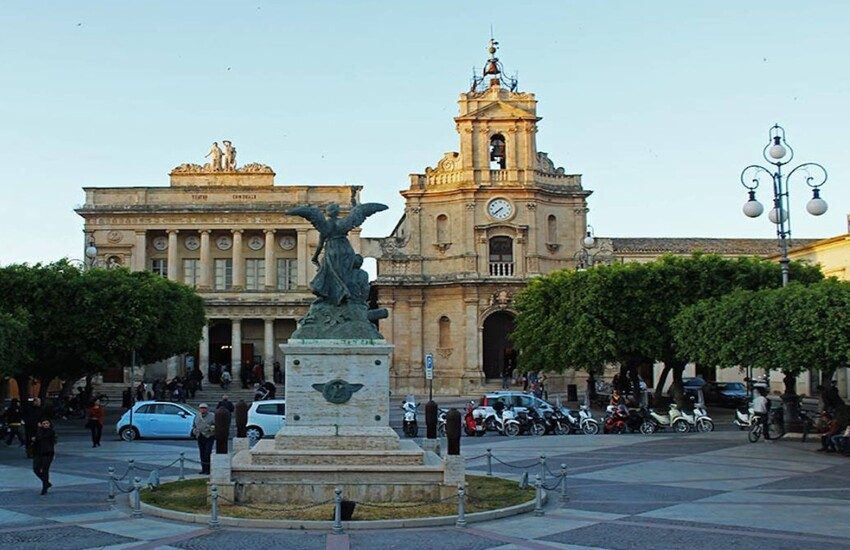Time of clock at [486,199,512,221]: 7:37
